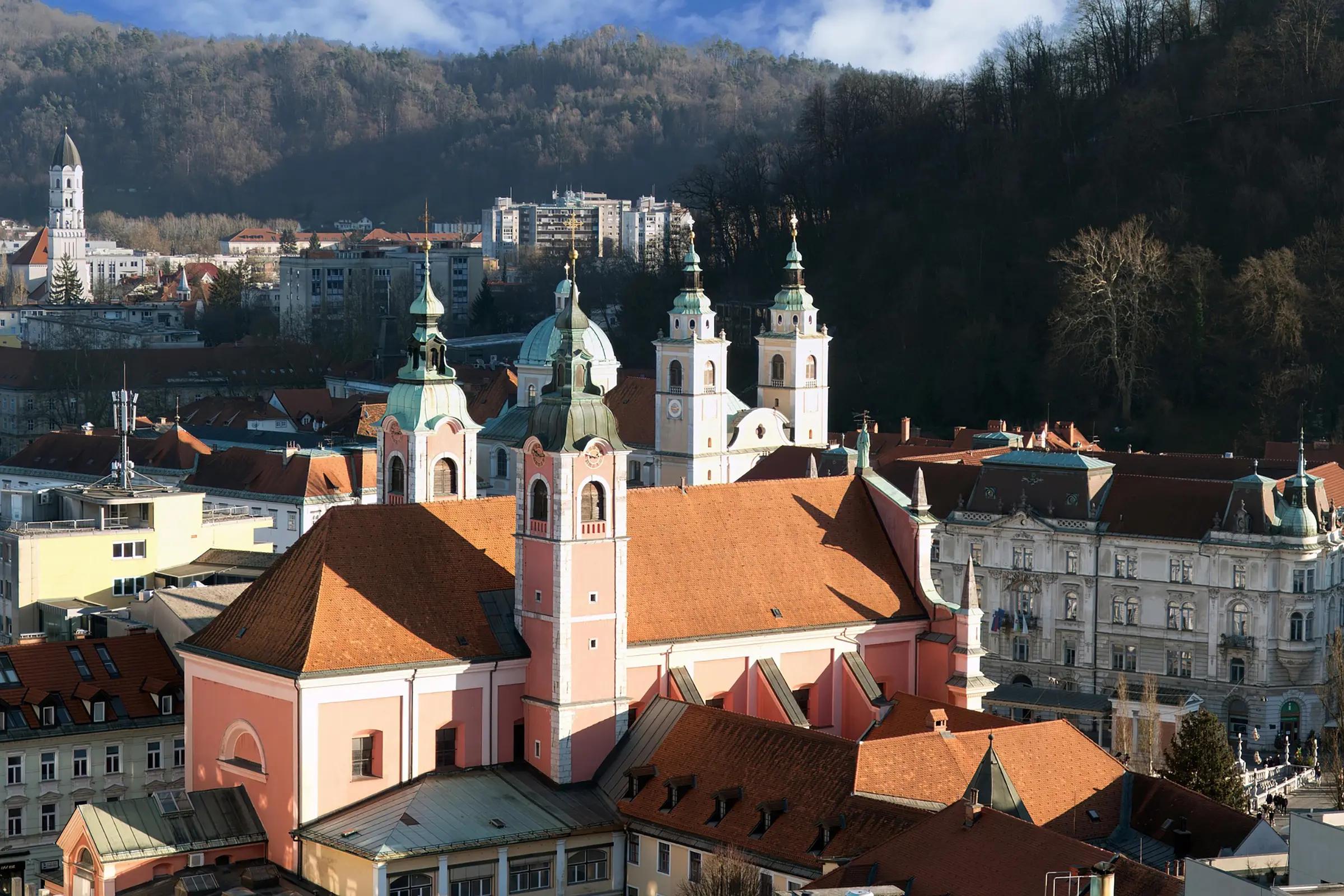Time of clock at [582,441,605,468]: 8:47
